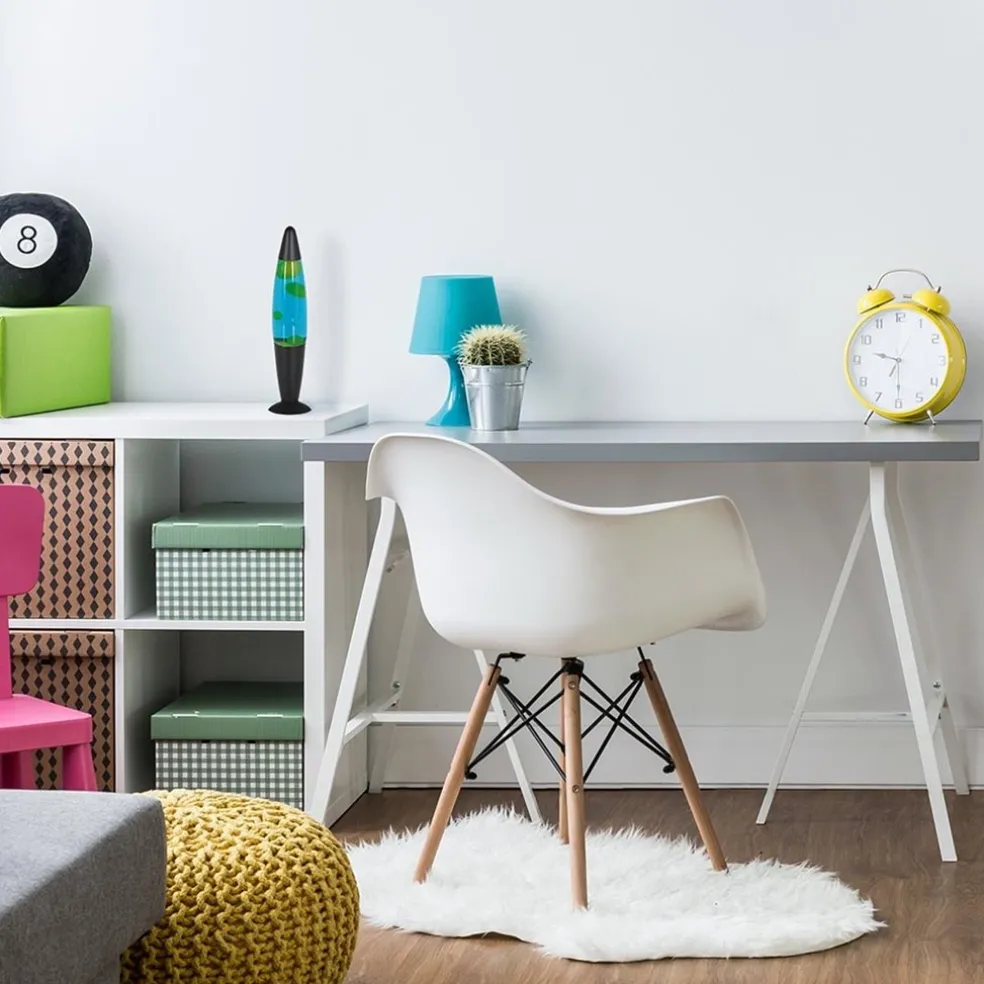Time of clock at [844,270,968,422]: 9:29
